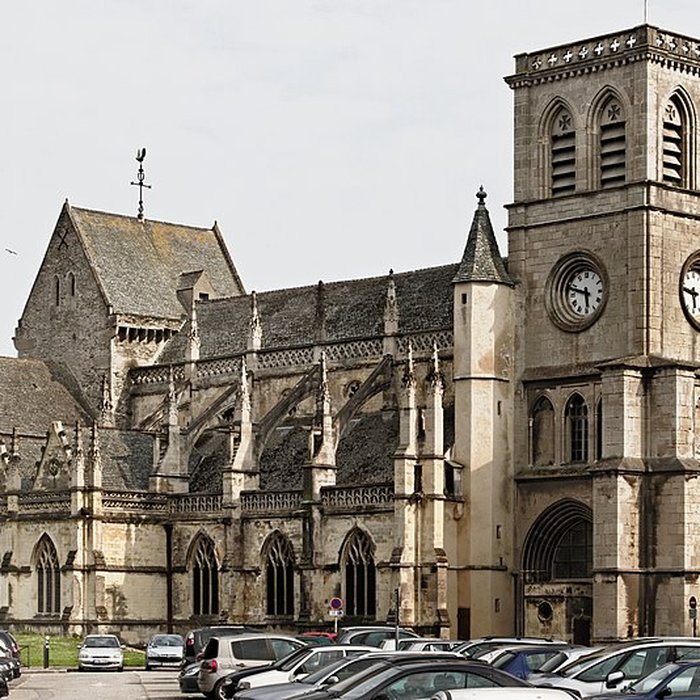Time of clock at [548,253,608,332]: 5:47
